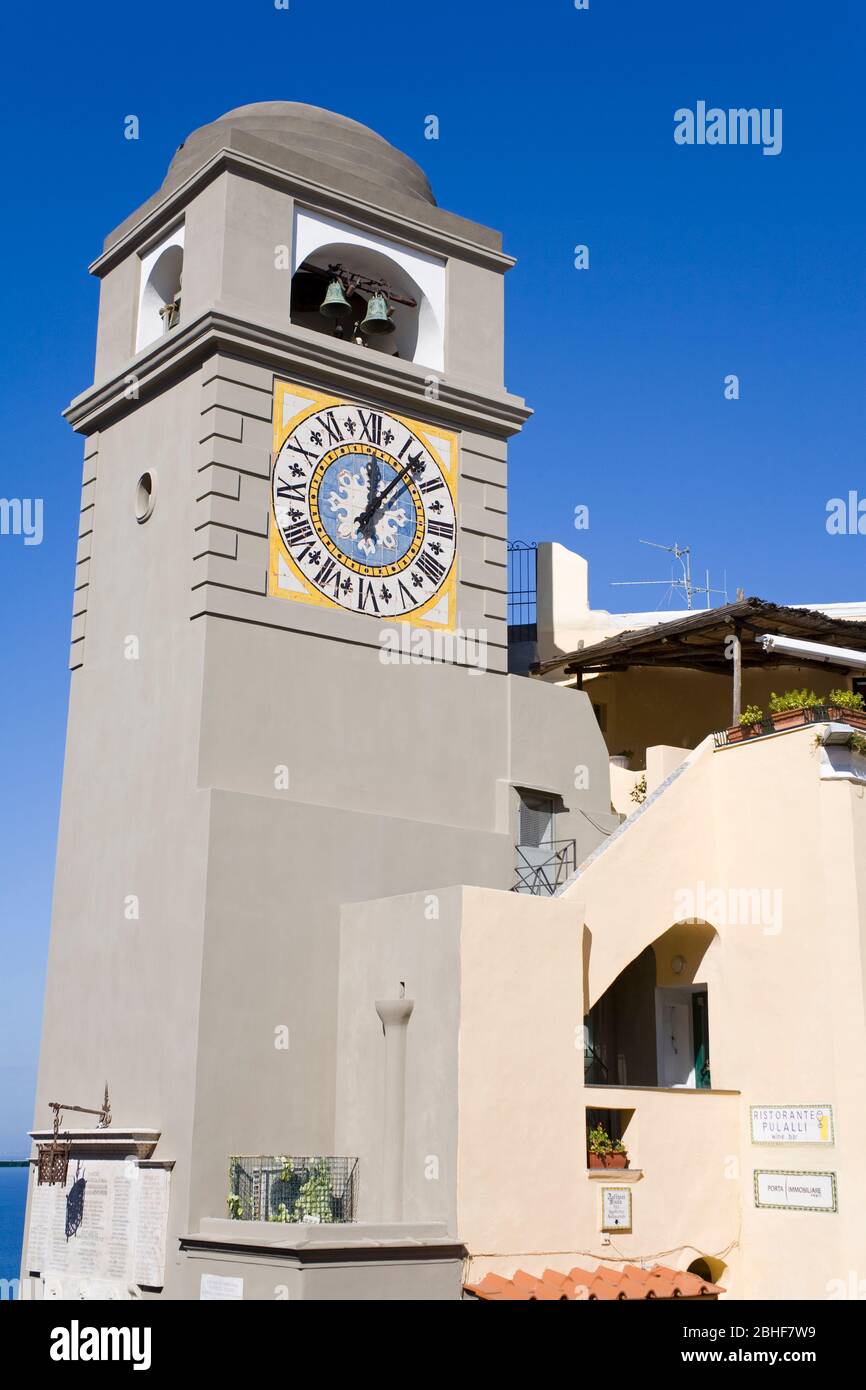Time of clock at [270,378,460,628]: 12:06
